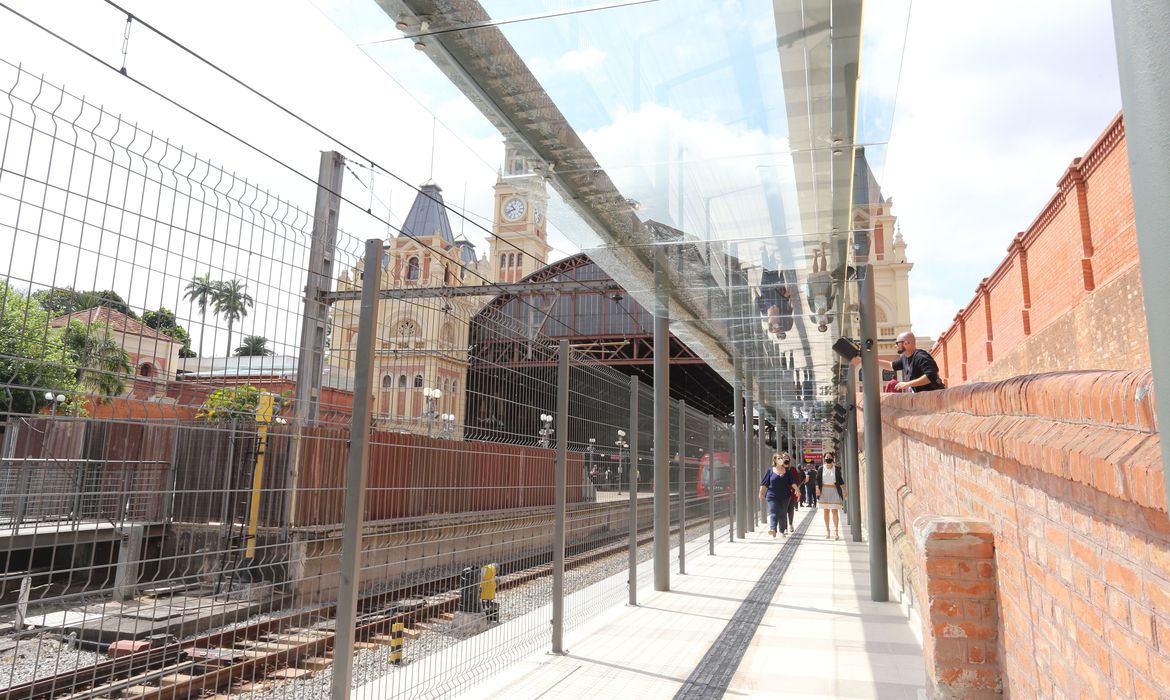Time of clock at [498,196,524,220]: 10:41
